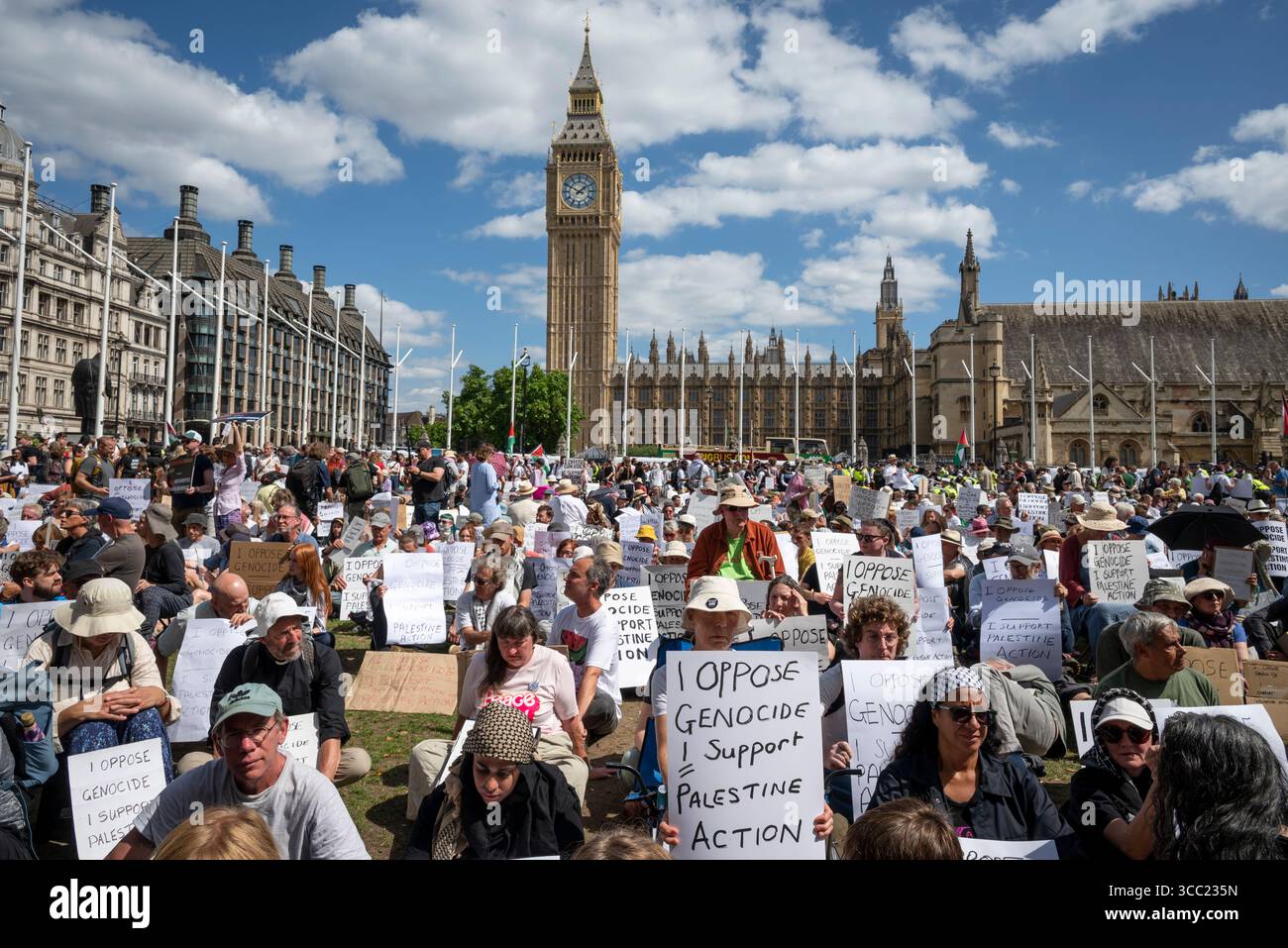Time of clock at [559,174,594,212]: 1:50
